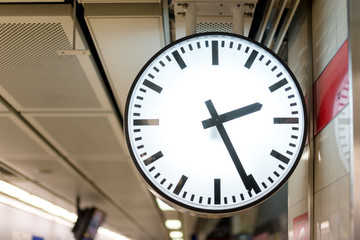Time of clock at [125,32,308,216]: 2:25
